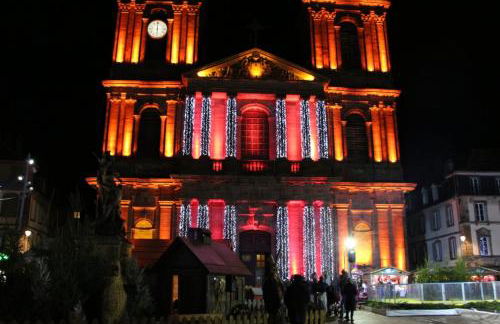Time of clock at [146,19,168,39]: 6:00
